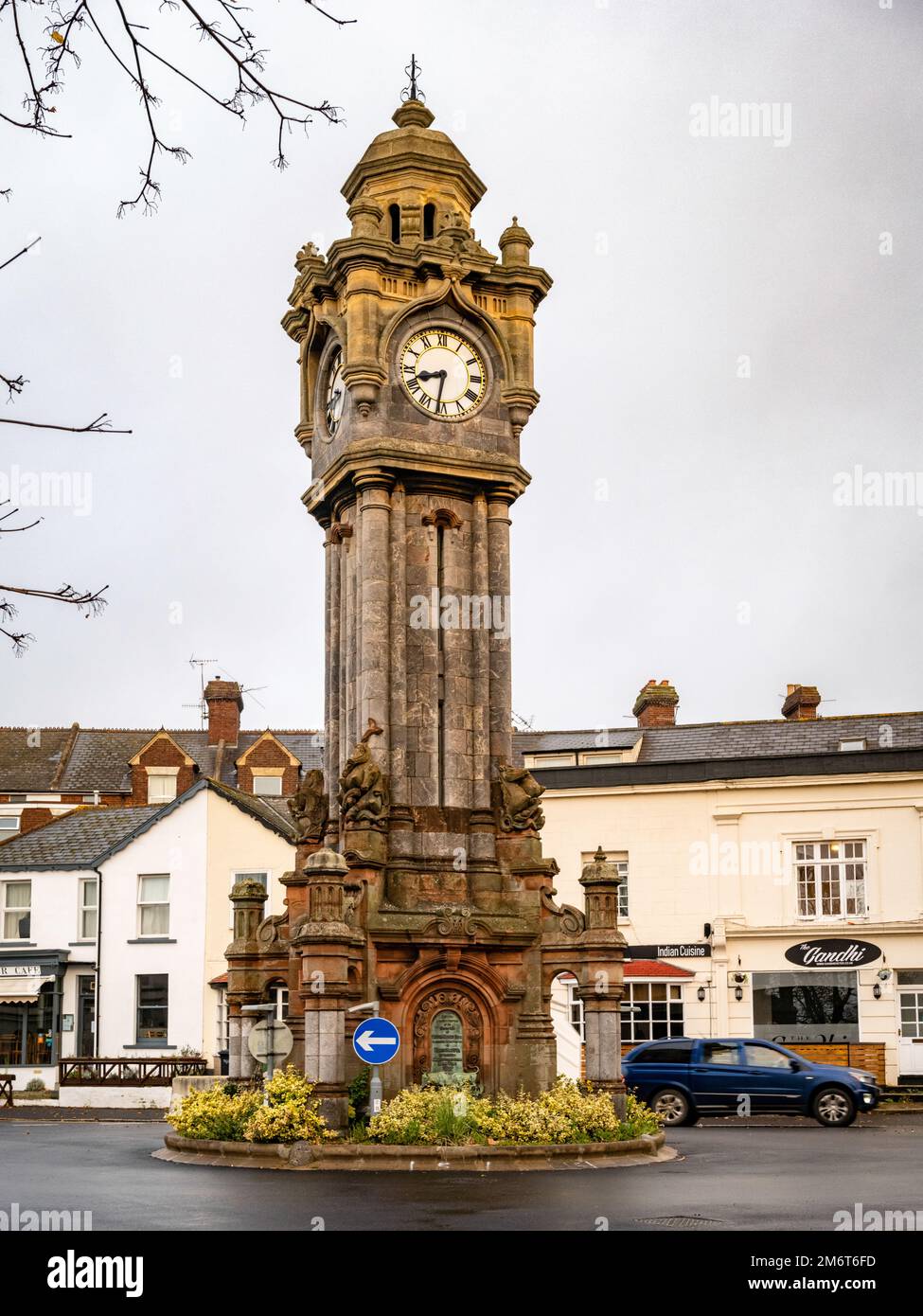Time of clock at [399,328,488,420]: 8:31
